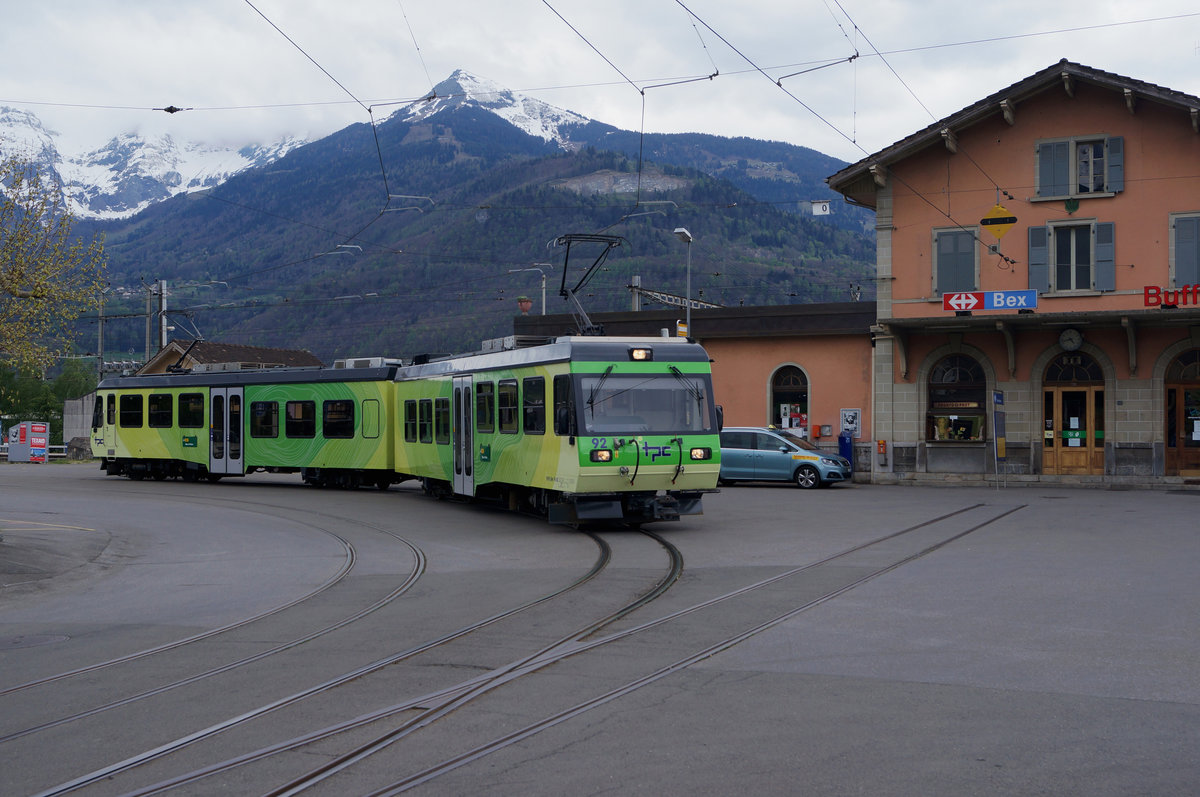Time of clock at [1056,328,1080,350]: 4:42
